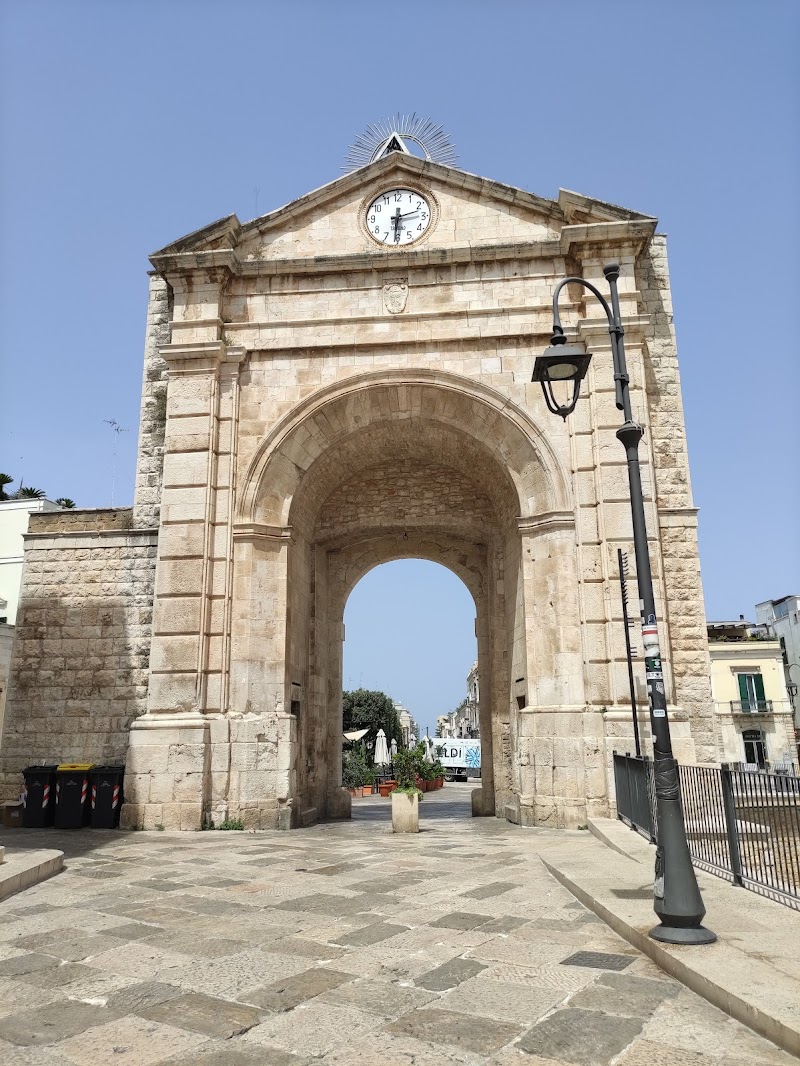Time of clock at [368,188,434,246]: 2:30
